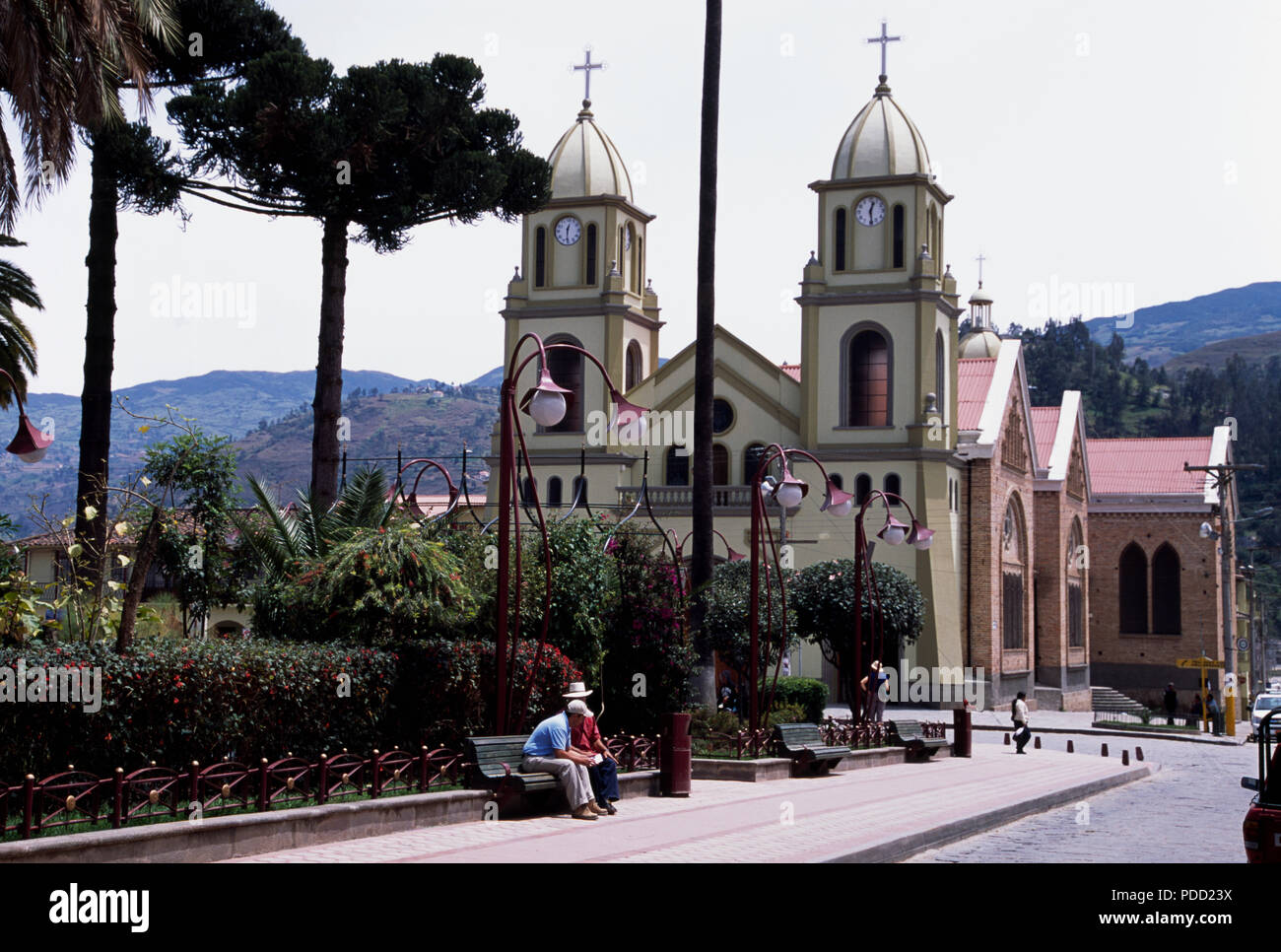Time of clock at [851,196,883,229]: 12:28
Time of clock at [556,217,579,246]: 12:30
